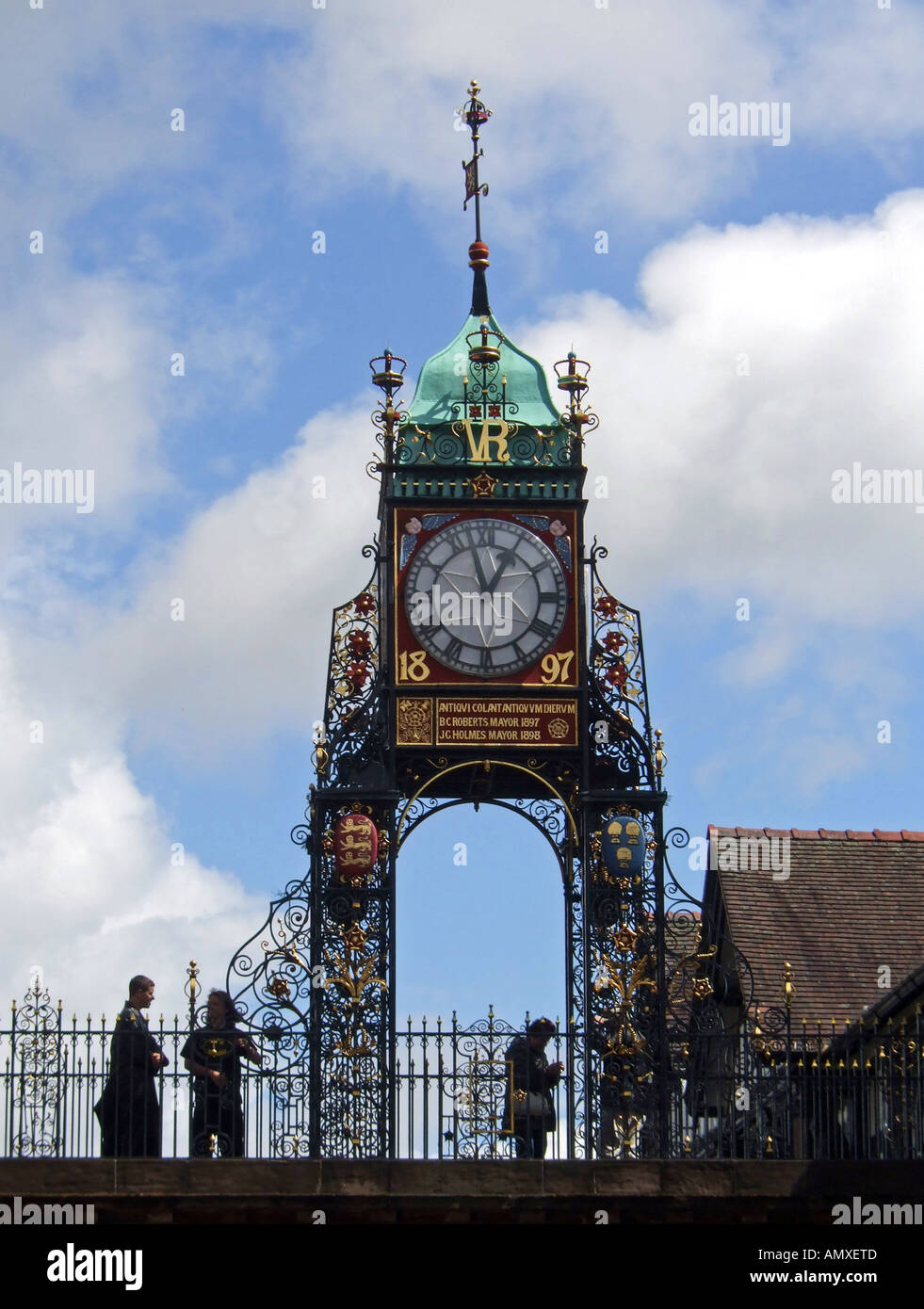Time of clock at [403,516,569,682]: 12:57
